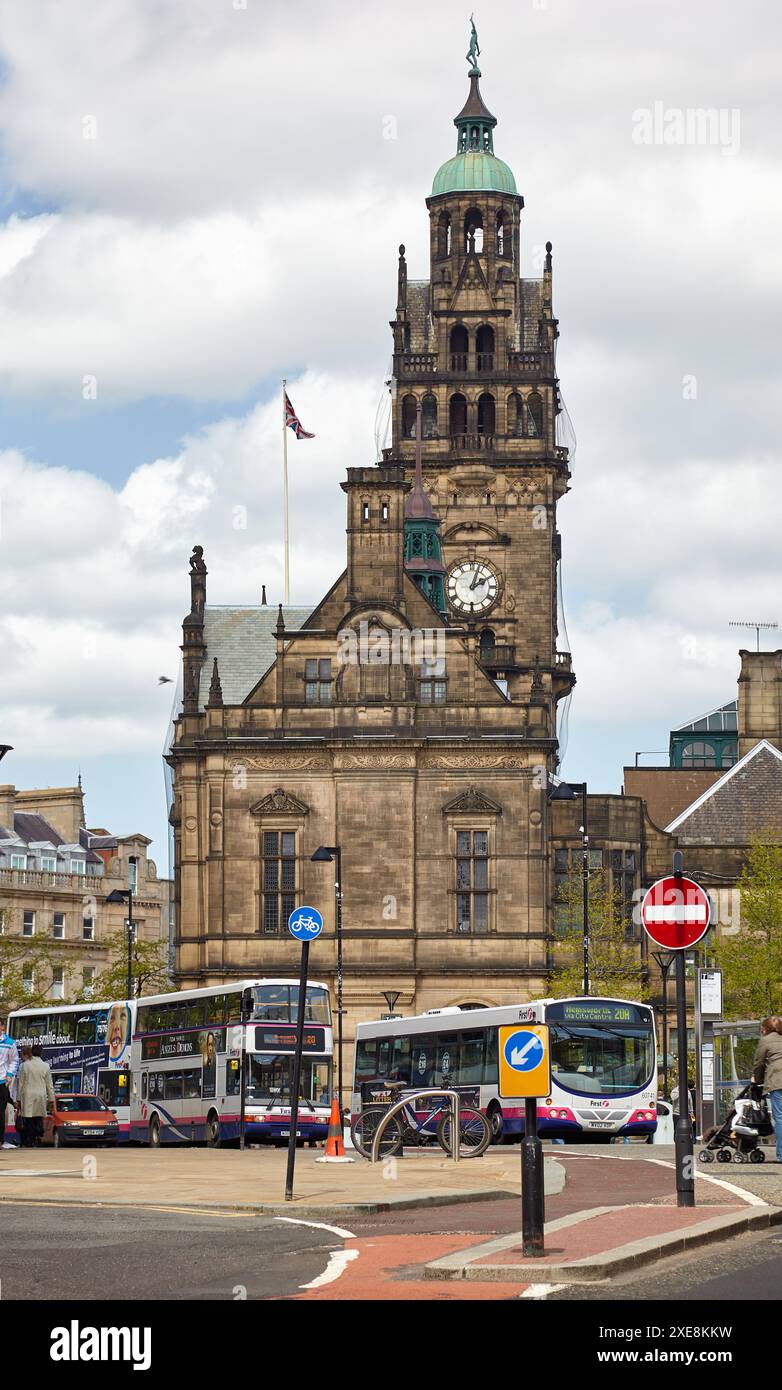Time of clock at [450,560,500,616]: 2:03
